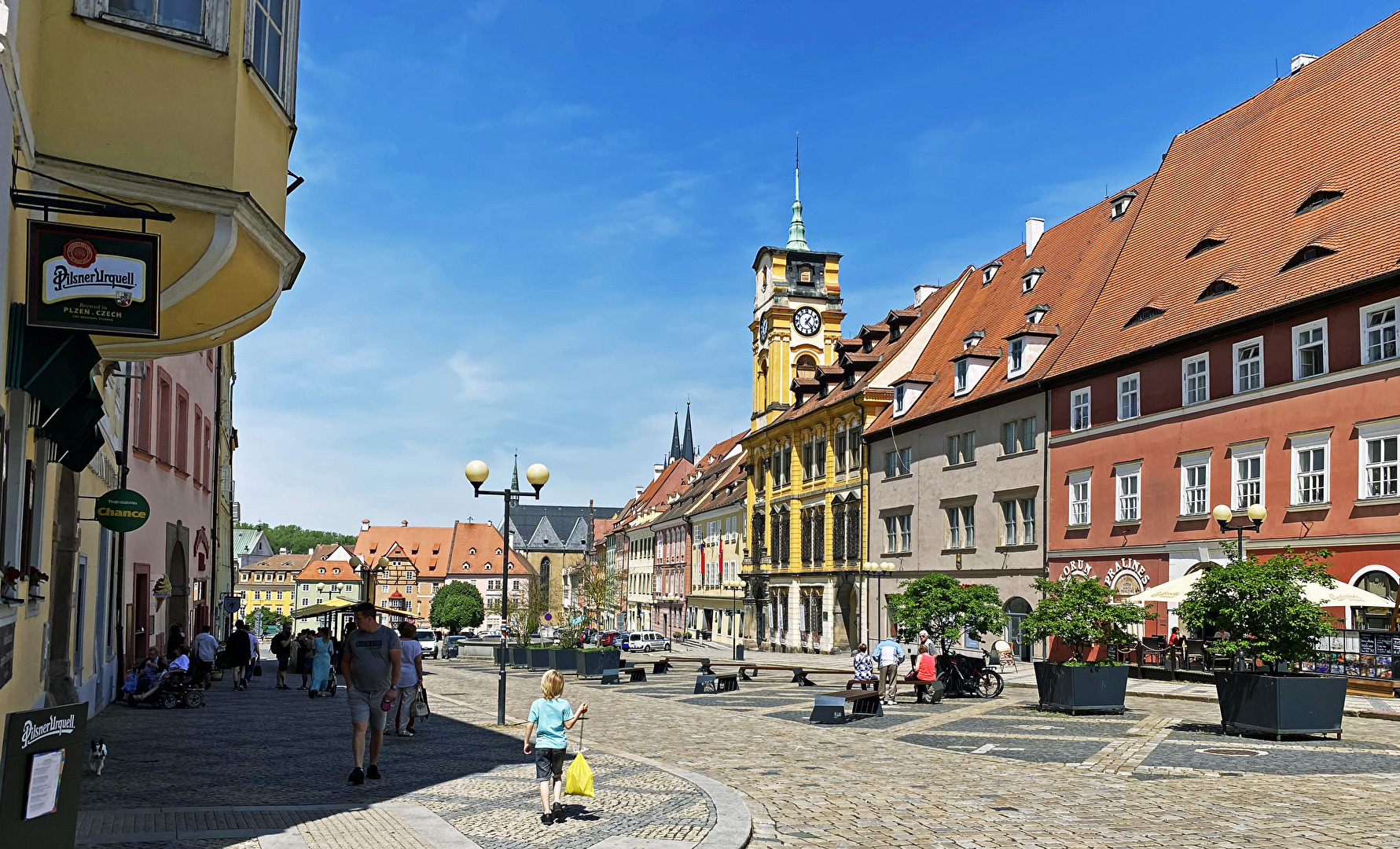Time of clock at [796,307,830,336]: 1:22
